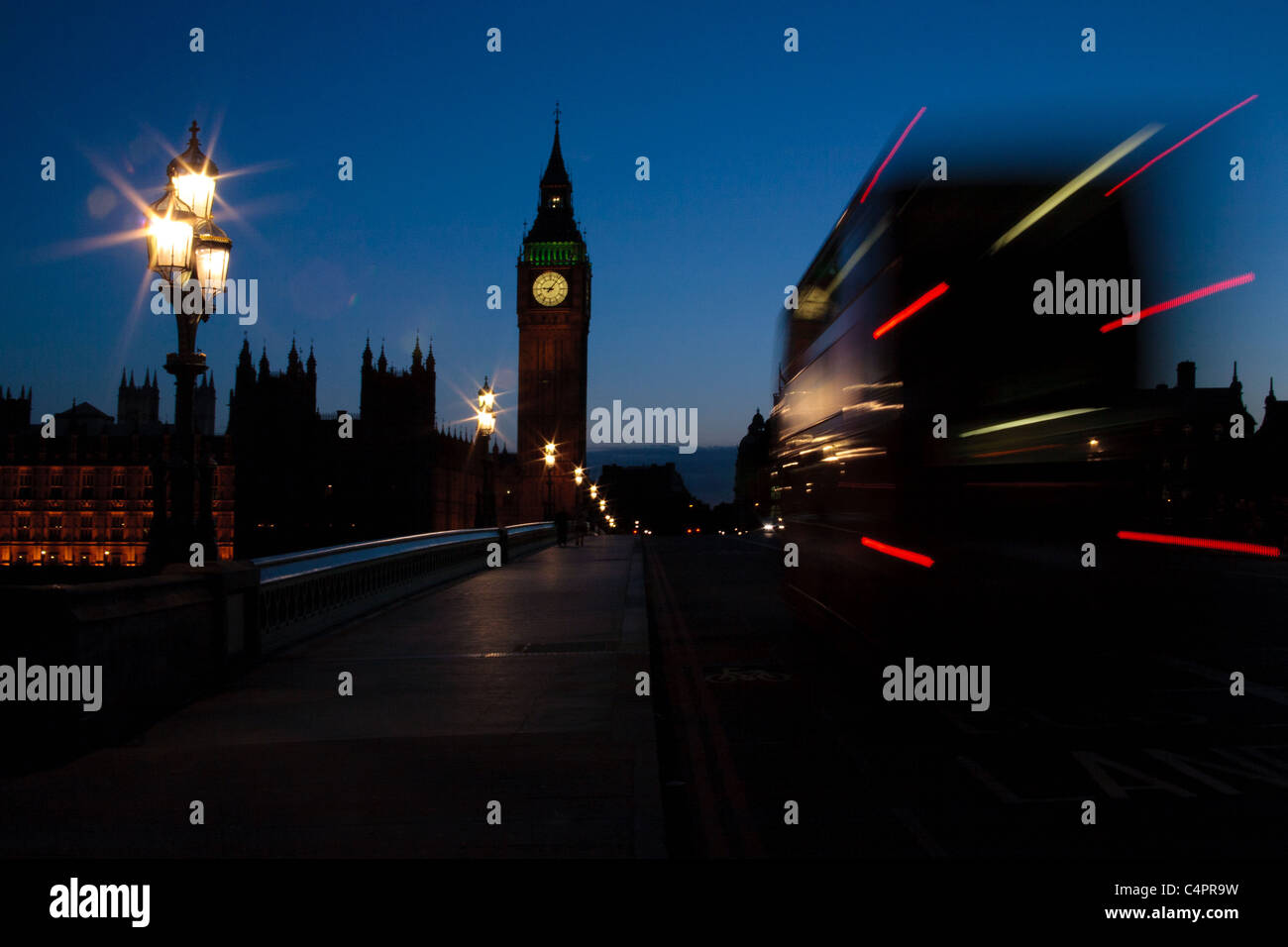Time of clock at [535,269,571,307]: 9:06
